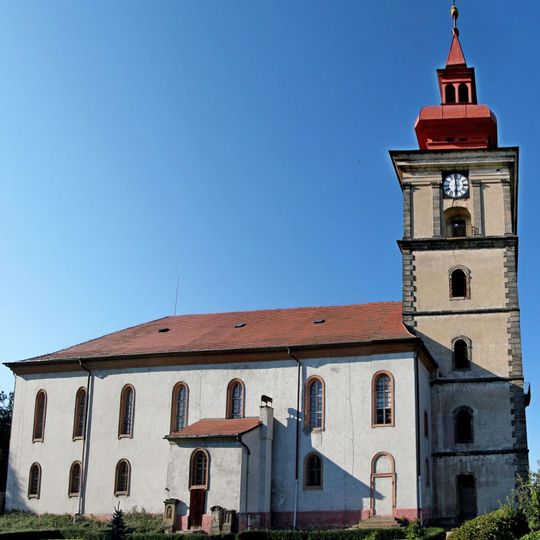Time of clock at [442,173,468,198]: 5:59
